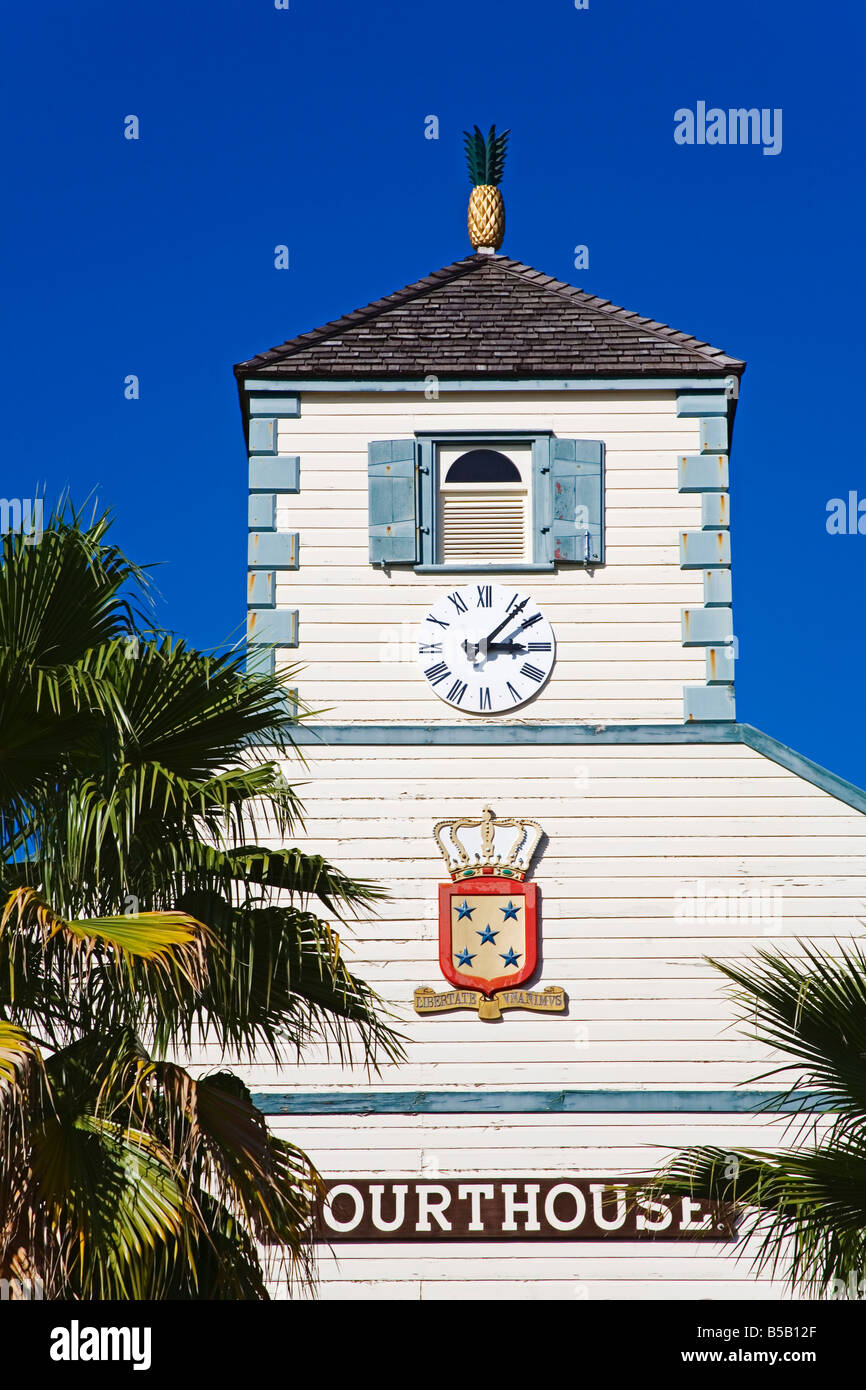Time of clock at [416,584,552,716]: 3:06
